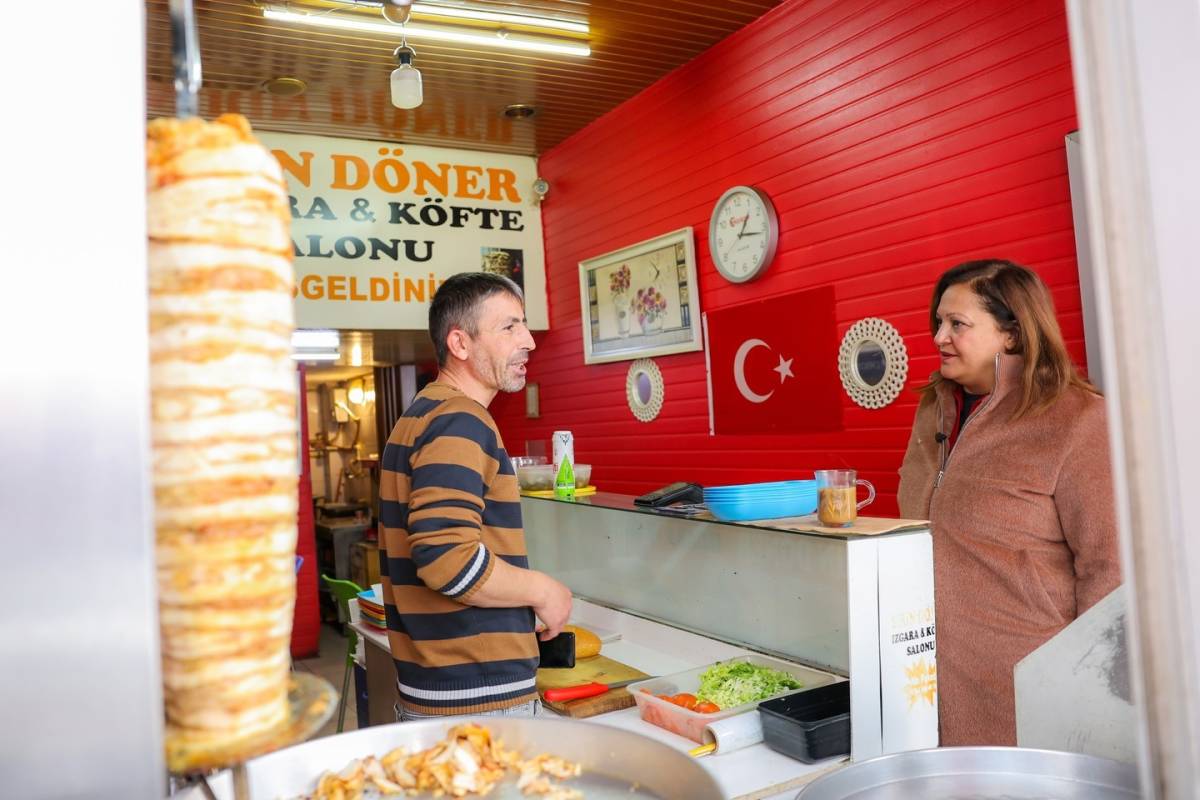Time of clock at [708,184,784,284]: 1:16
